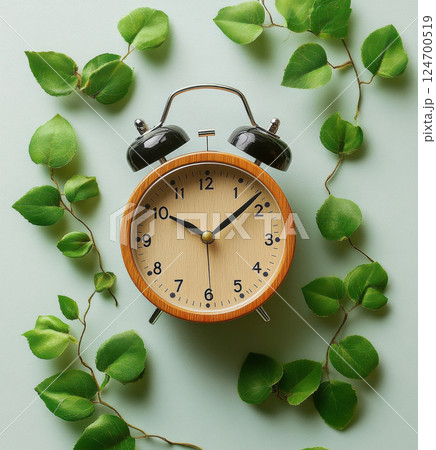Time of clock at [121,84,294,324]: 10:08
